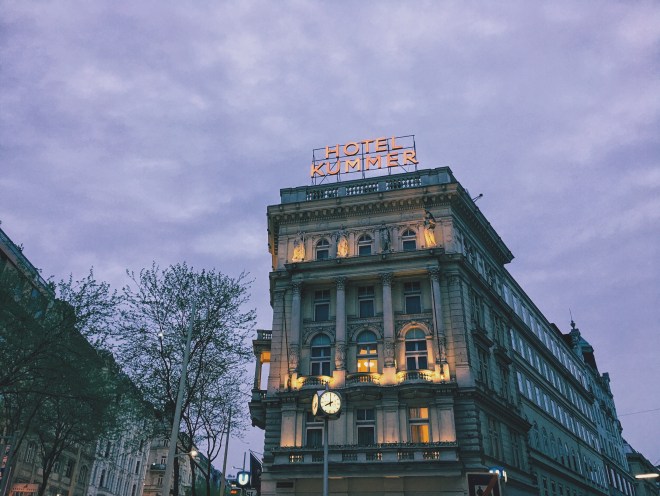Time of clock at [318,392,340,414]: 7:59
